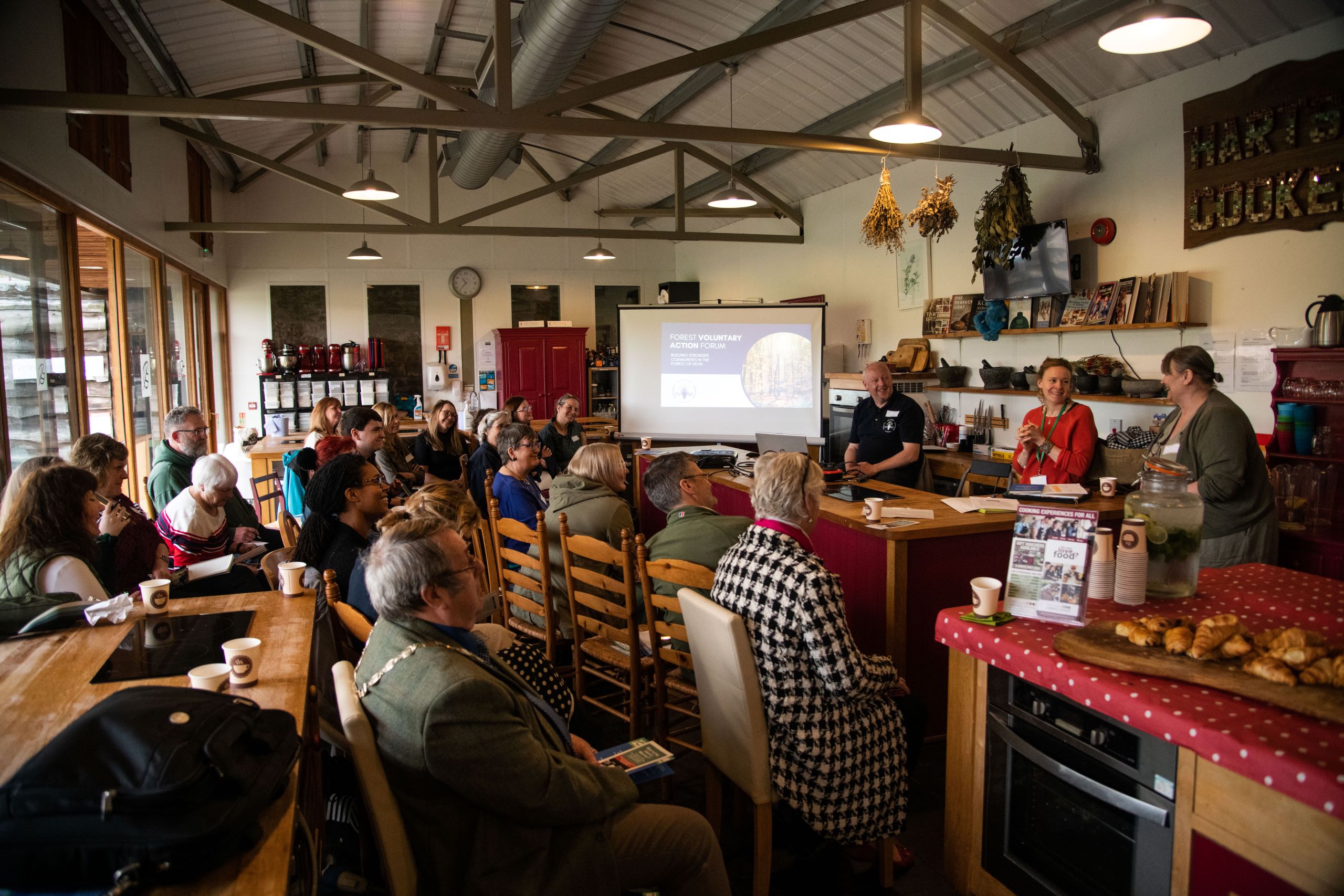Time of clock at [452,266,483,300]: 10:36
